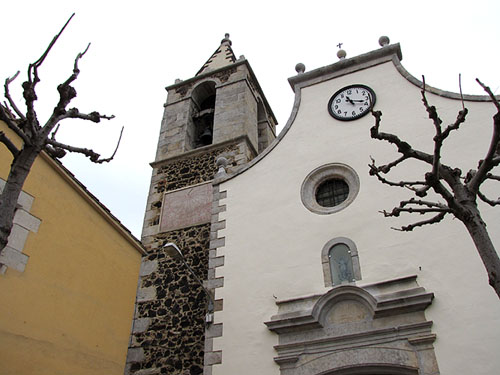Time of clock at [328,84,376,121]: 11:18
